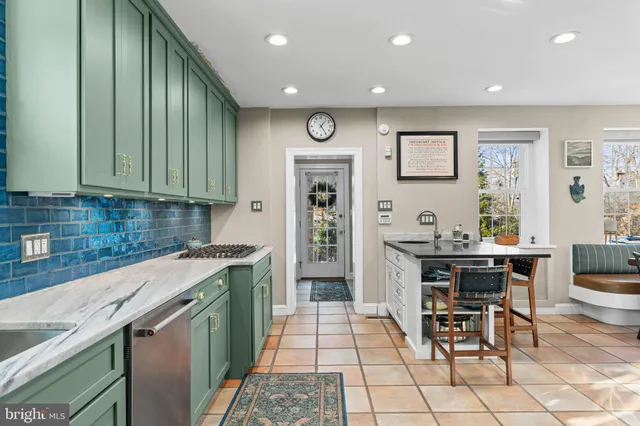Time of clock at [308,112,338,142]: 1:24
